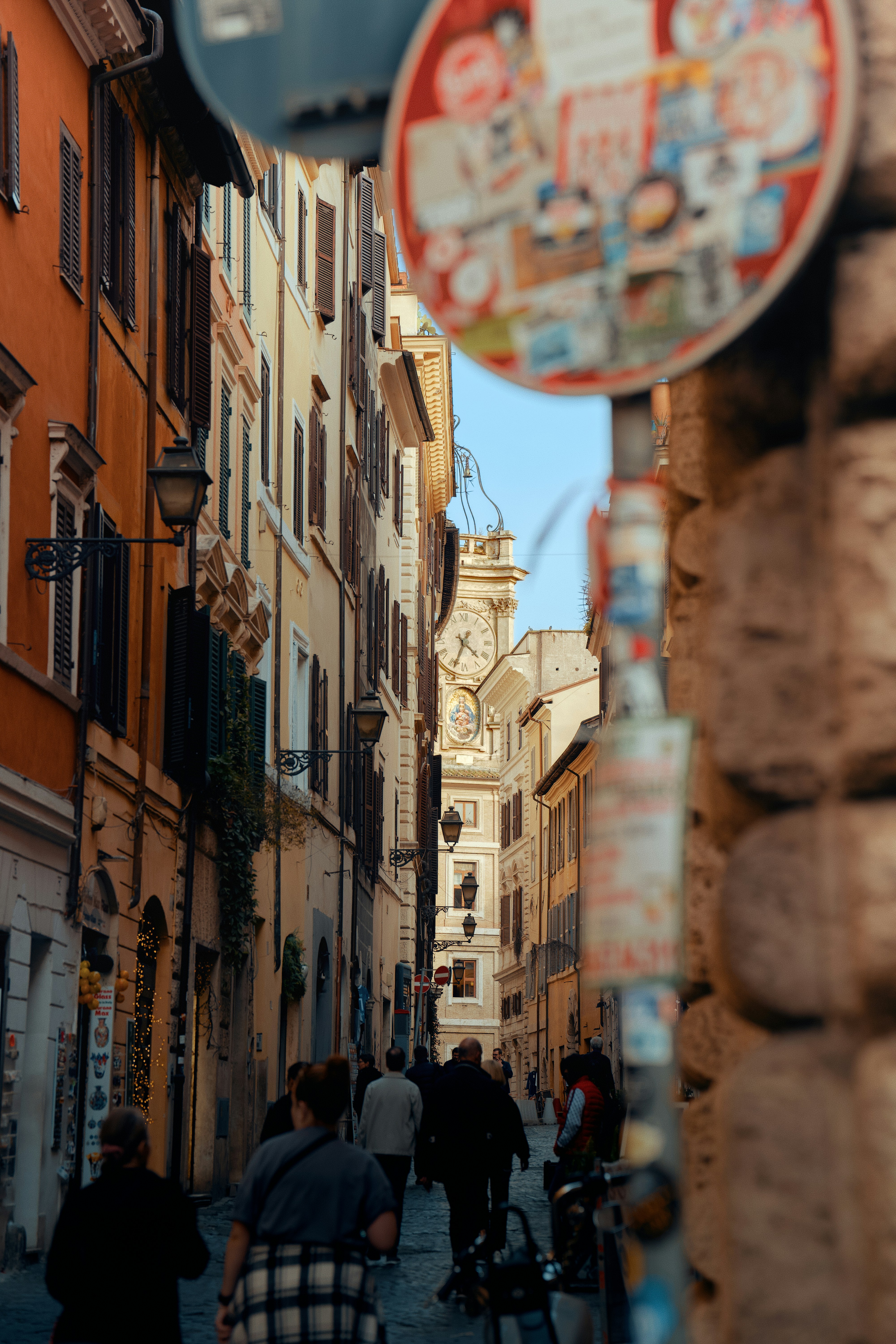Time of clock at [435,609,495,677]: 4:33
